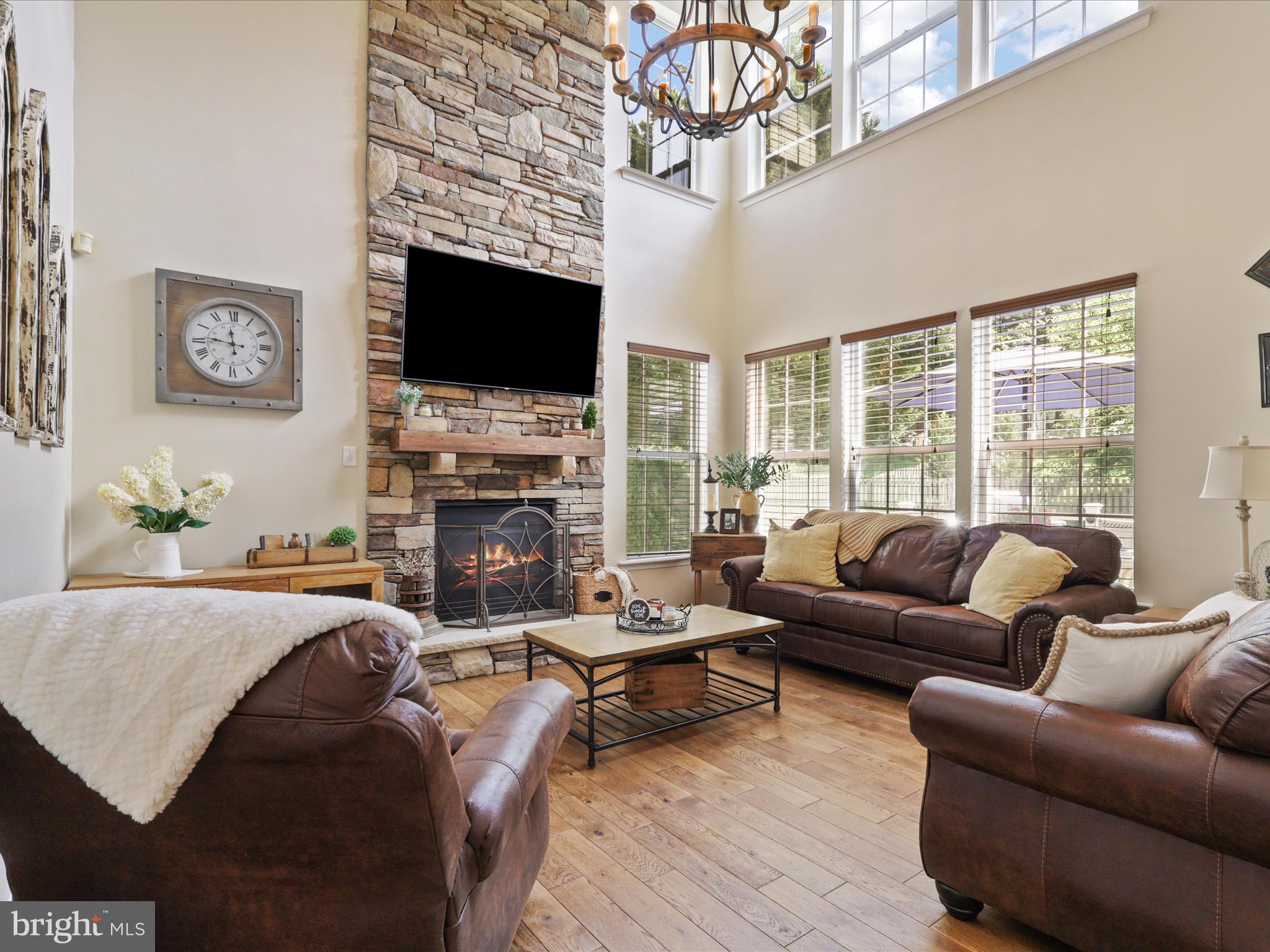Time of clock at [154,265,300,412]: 11:46
